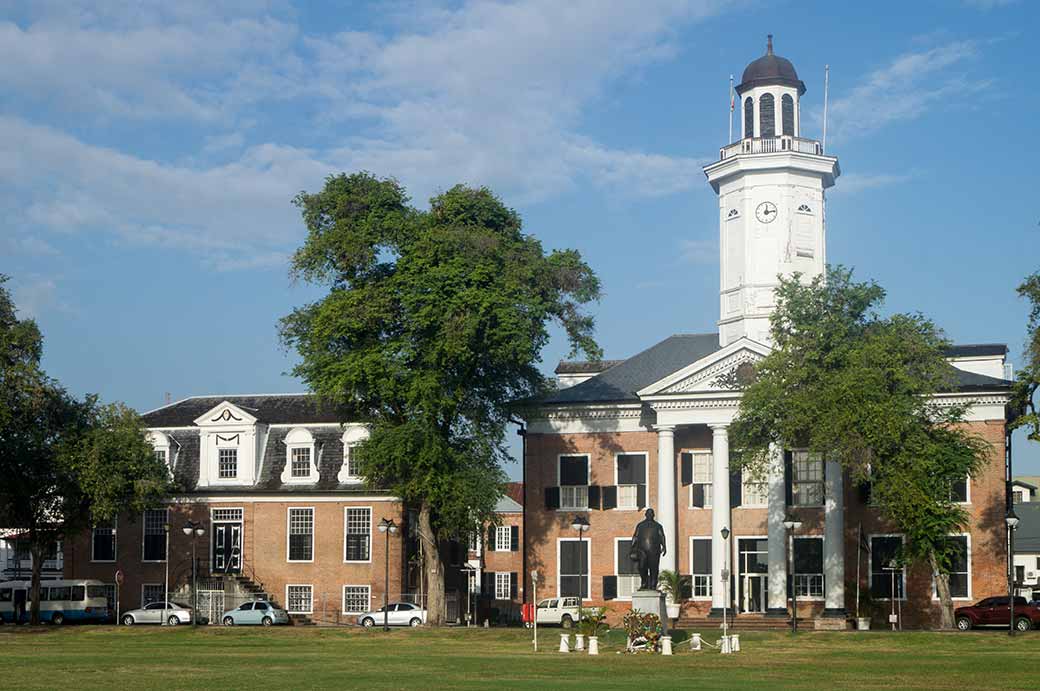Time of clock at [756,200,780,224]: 12:13
